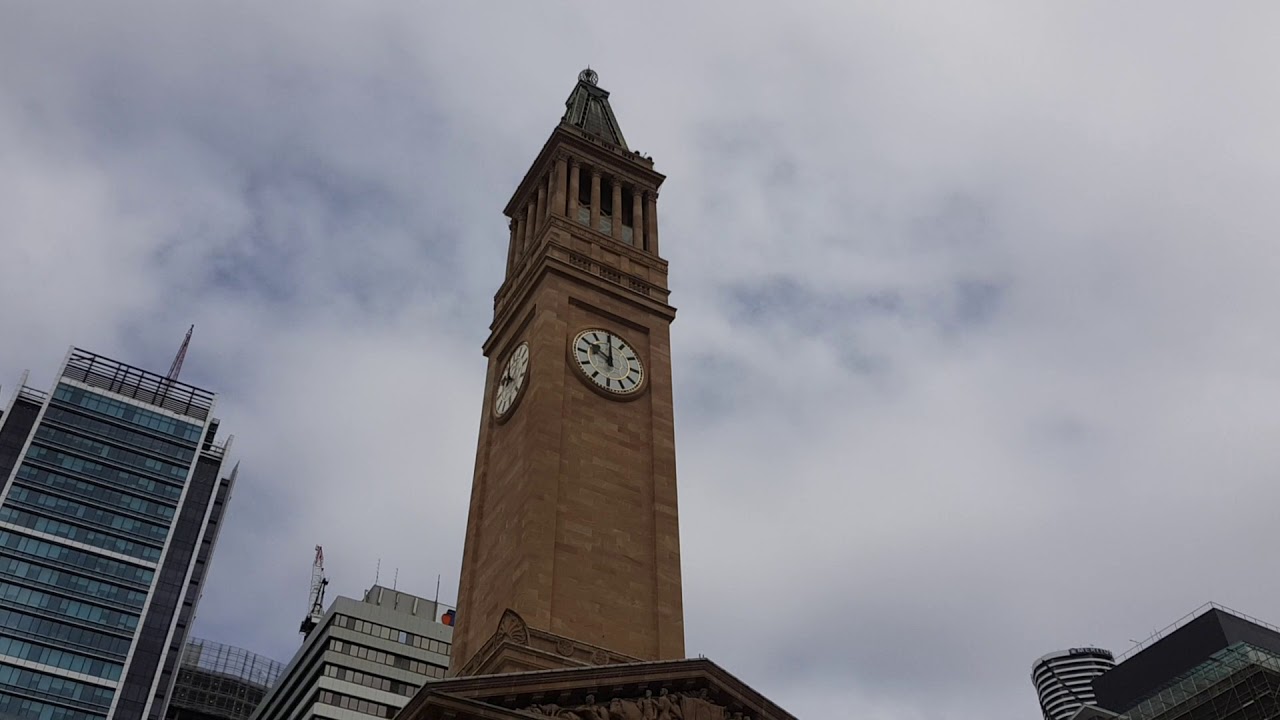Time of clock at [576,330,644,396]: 10:00
